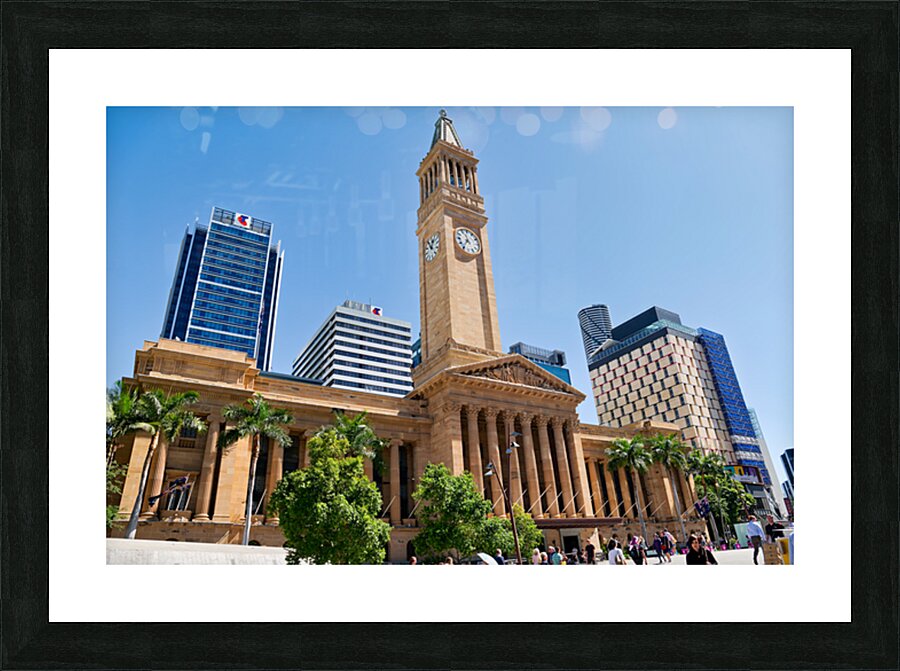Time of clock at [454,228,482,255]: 11:35
